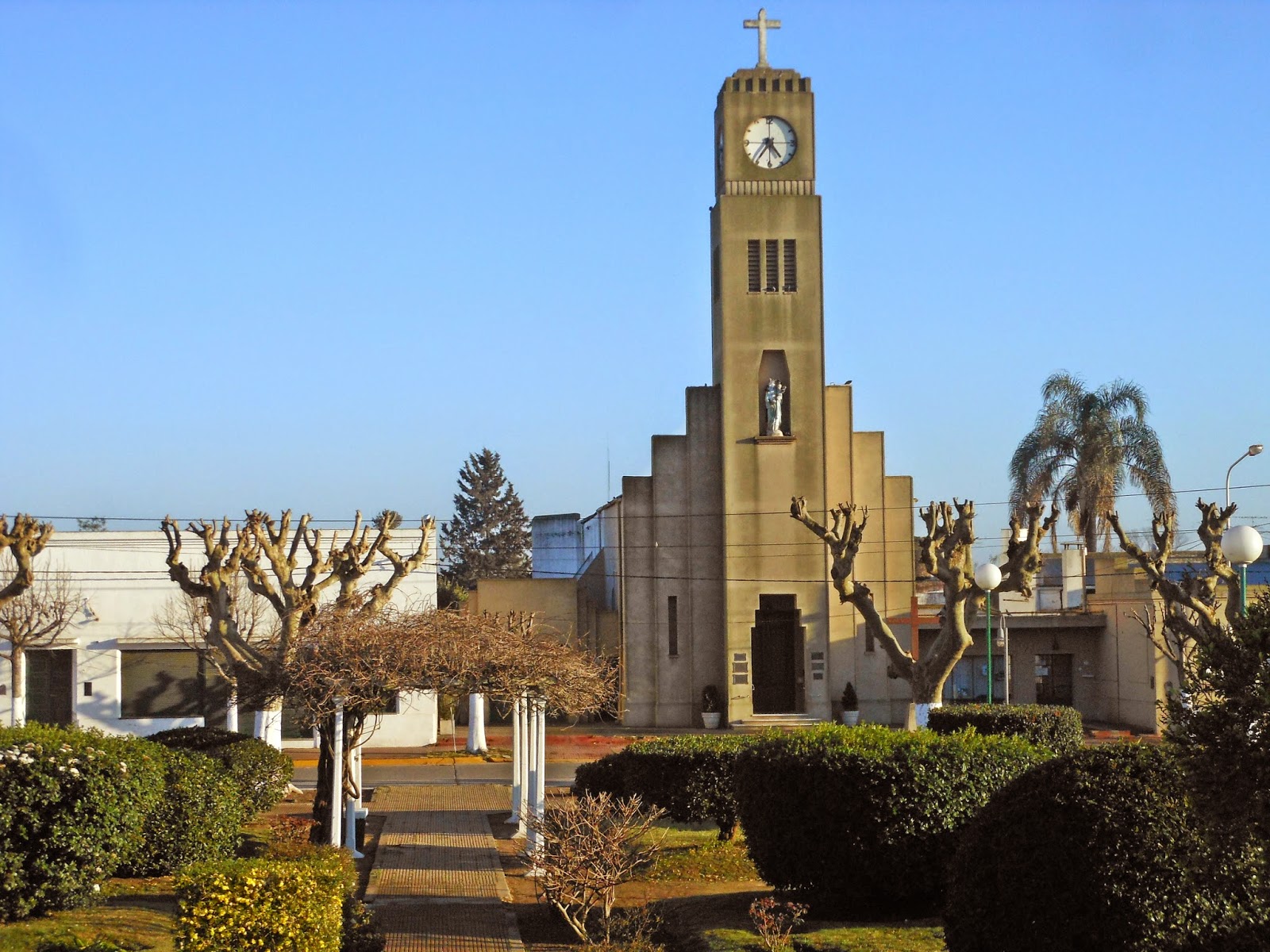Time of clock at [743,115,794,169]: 4:35
